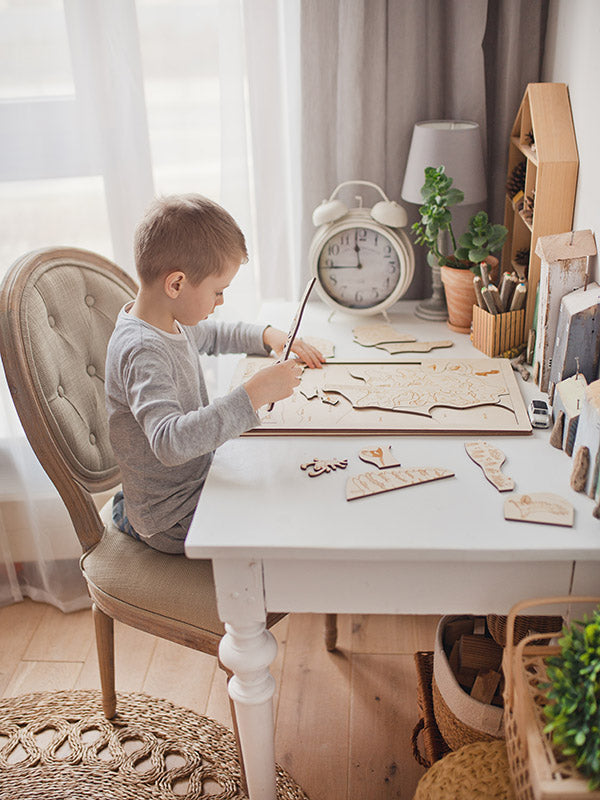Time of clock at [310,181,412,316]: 11:44
